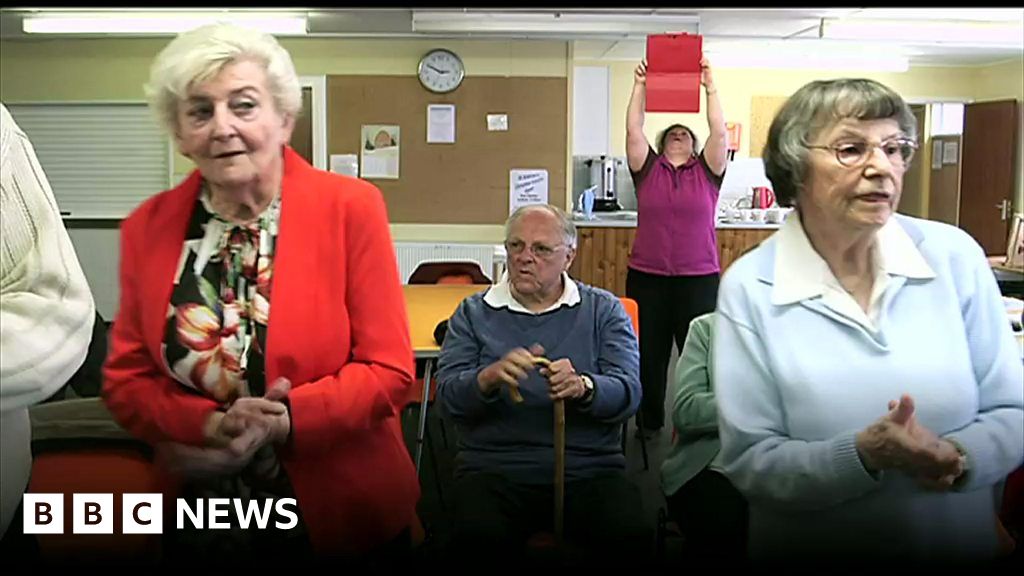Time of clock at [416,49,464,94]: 2:49
